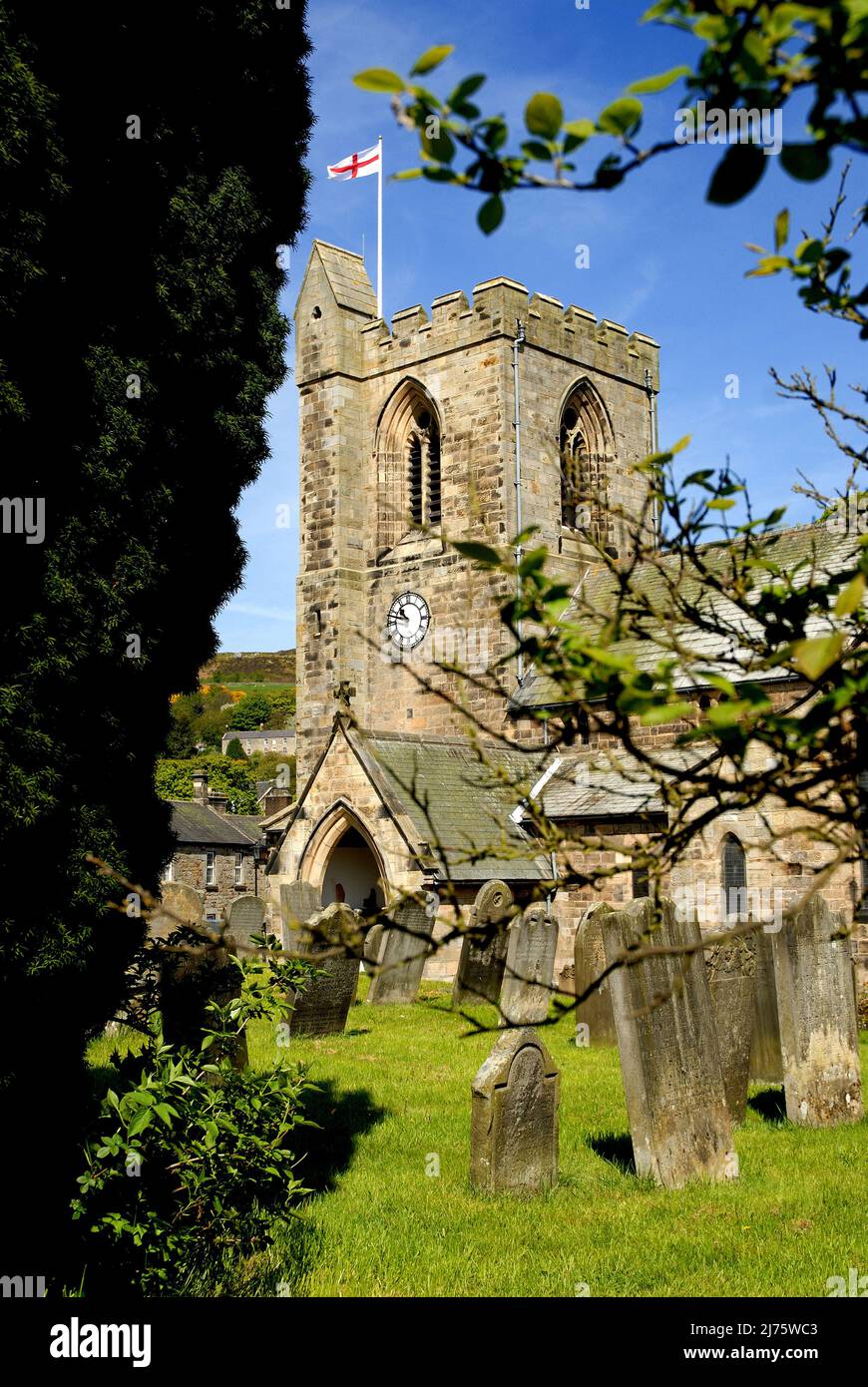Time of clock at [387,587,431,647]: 10:47
